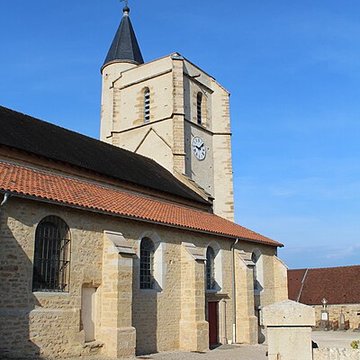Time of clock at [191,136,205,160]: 1:46
